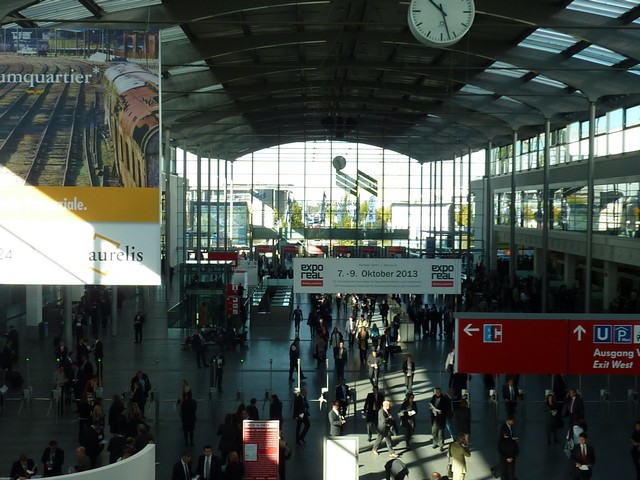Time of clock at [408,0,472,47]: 10:27
